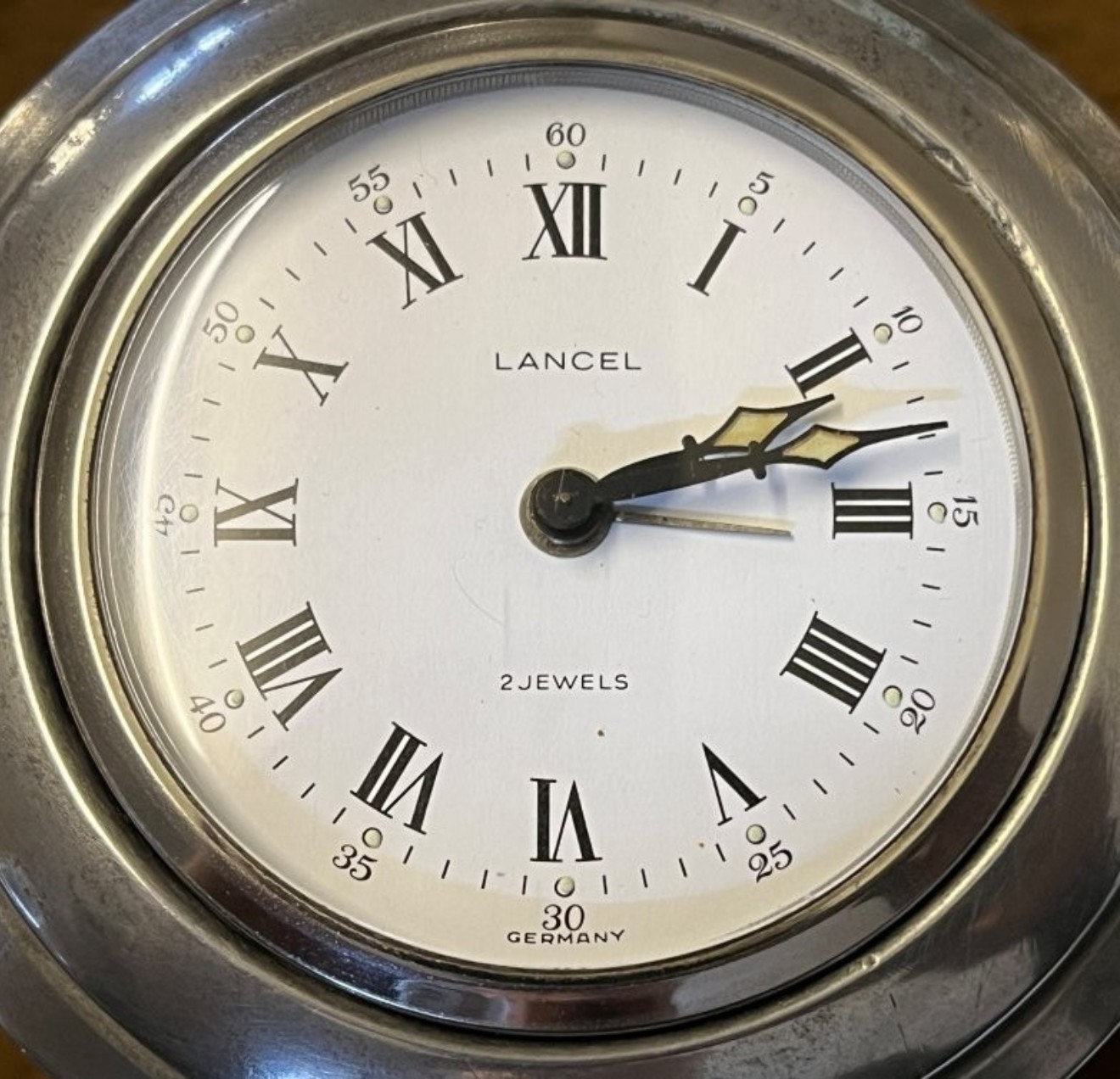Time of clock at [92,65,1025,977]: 2:12
